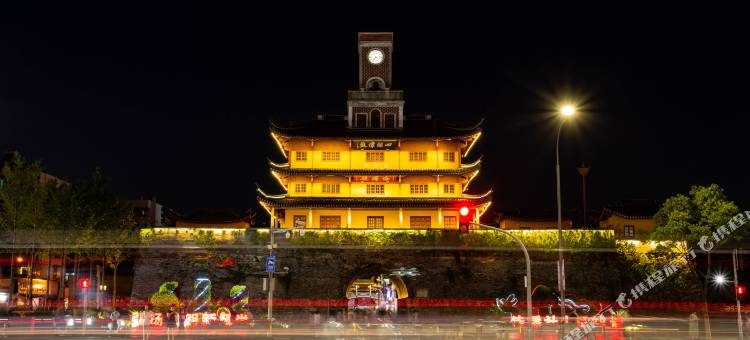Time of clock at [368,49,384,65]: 7:16
